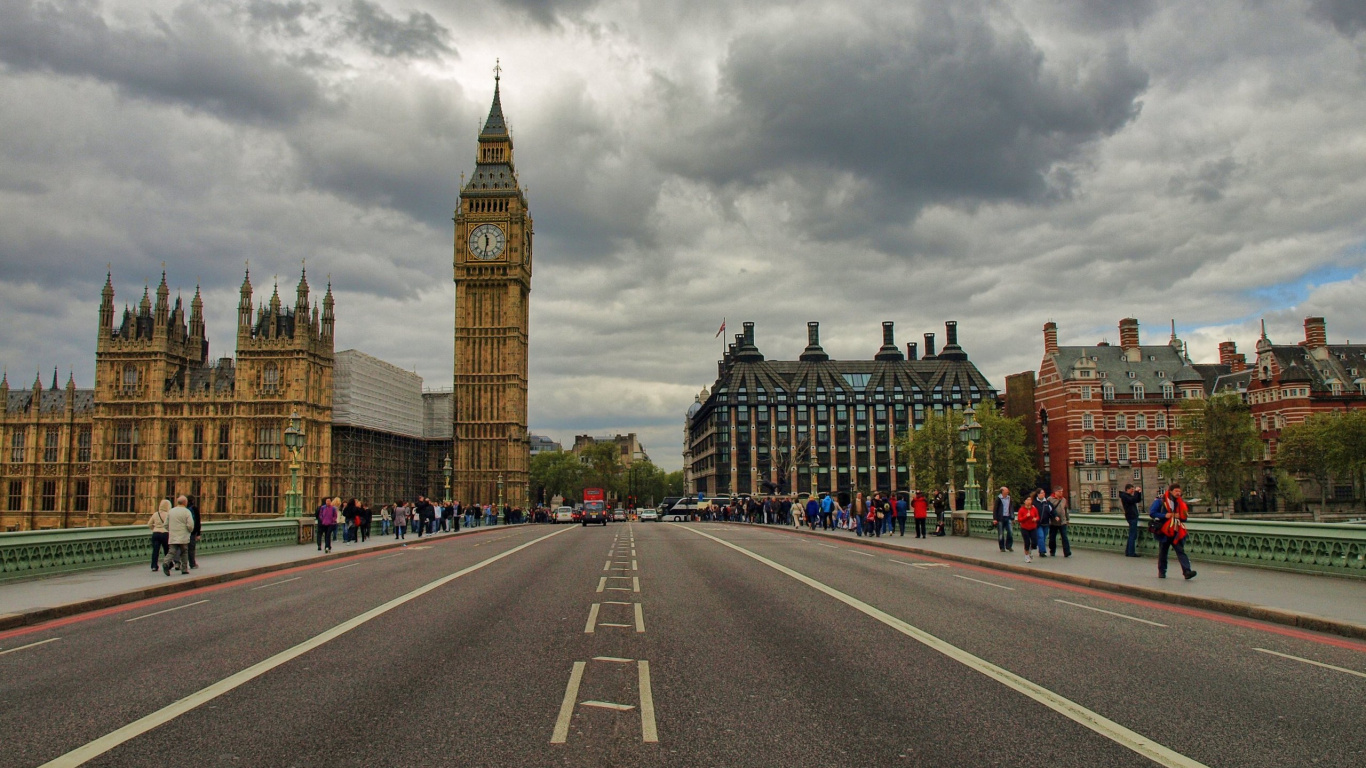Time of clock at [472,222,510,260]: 11:31
